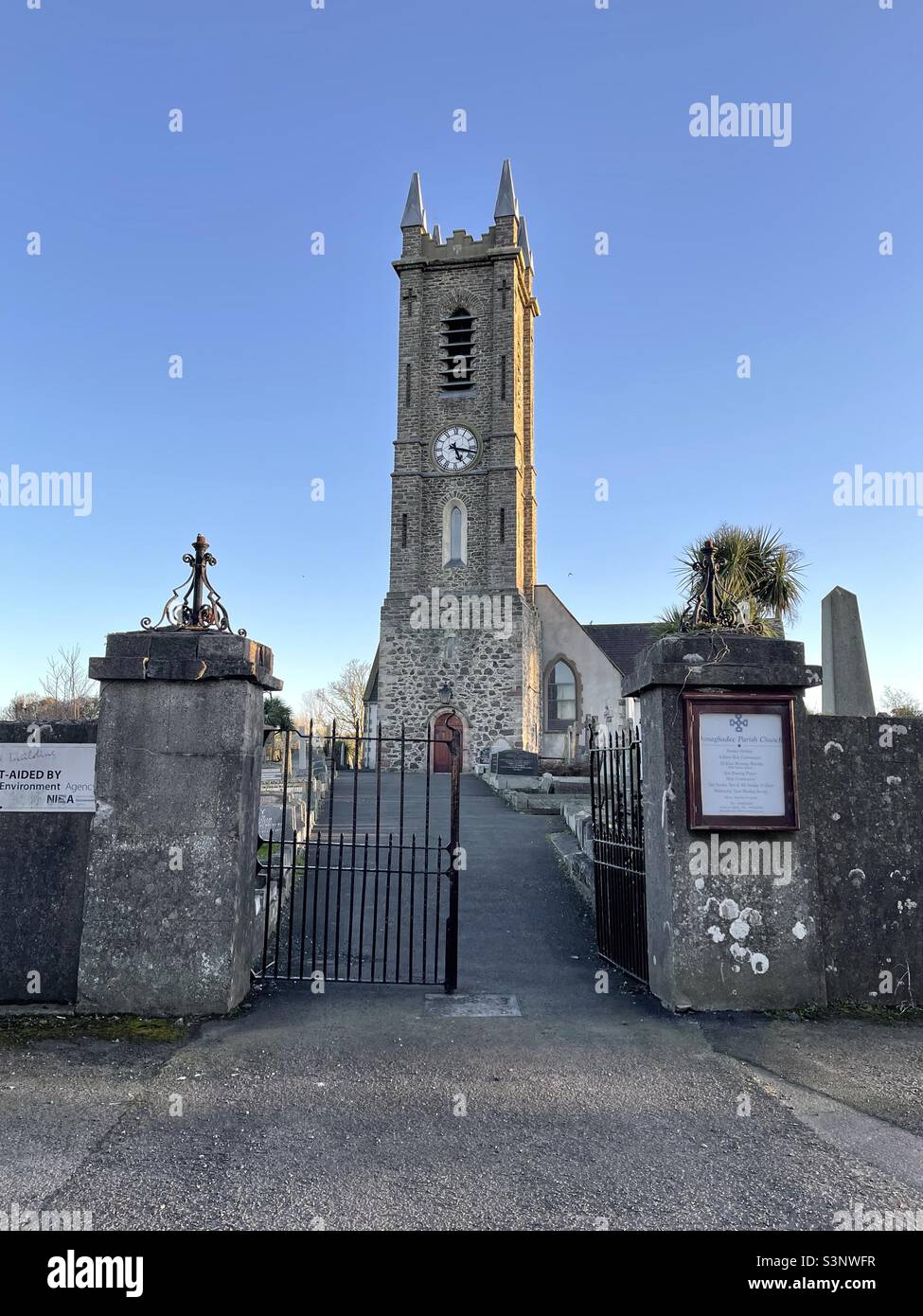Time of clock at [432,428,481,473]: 5:17
